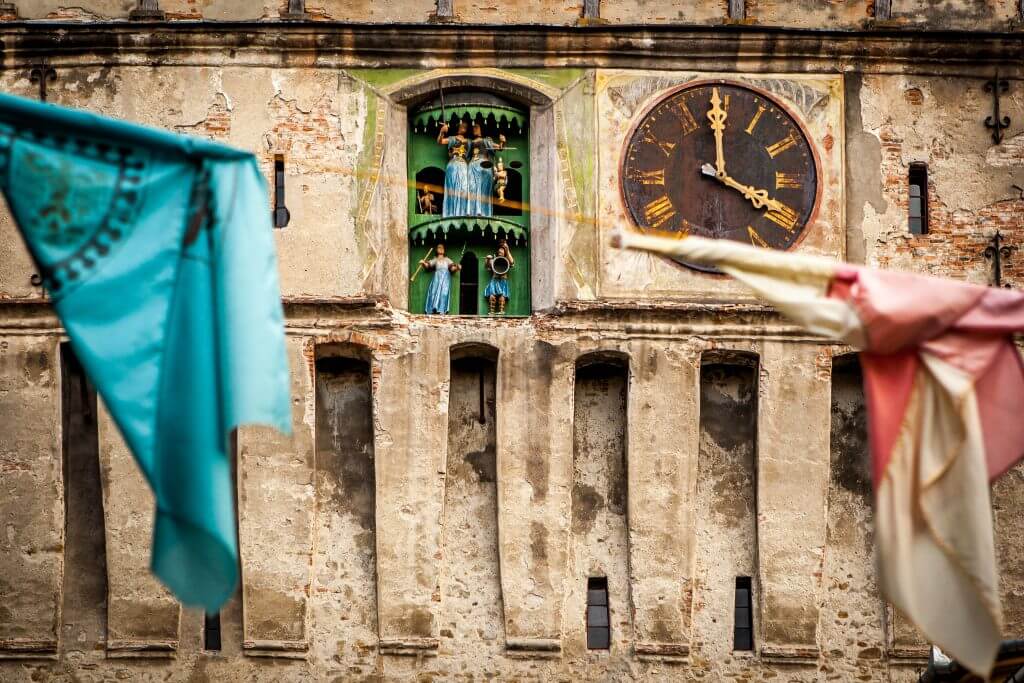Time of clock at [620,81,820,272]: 3:59
